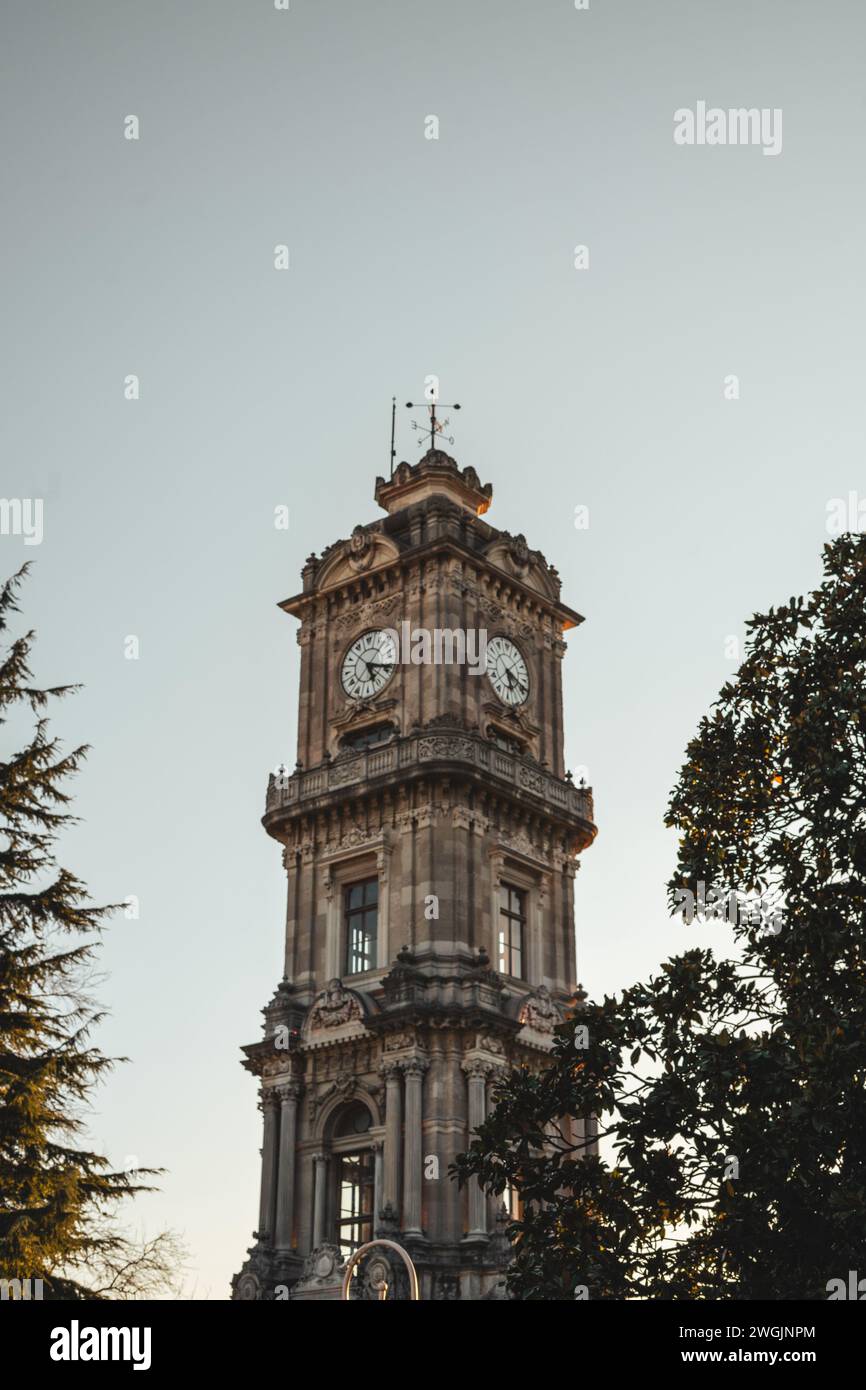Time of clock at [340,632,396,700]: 5:18
